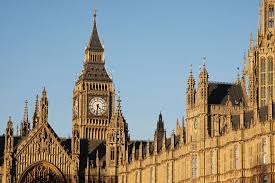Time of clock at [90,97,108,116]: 4:31
